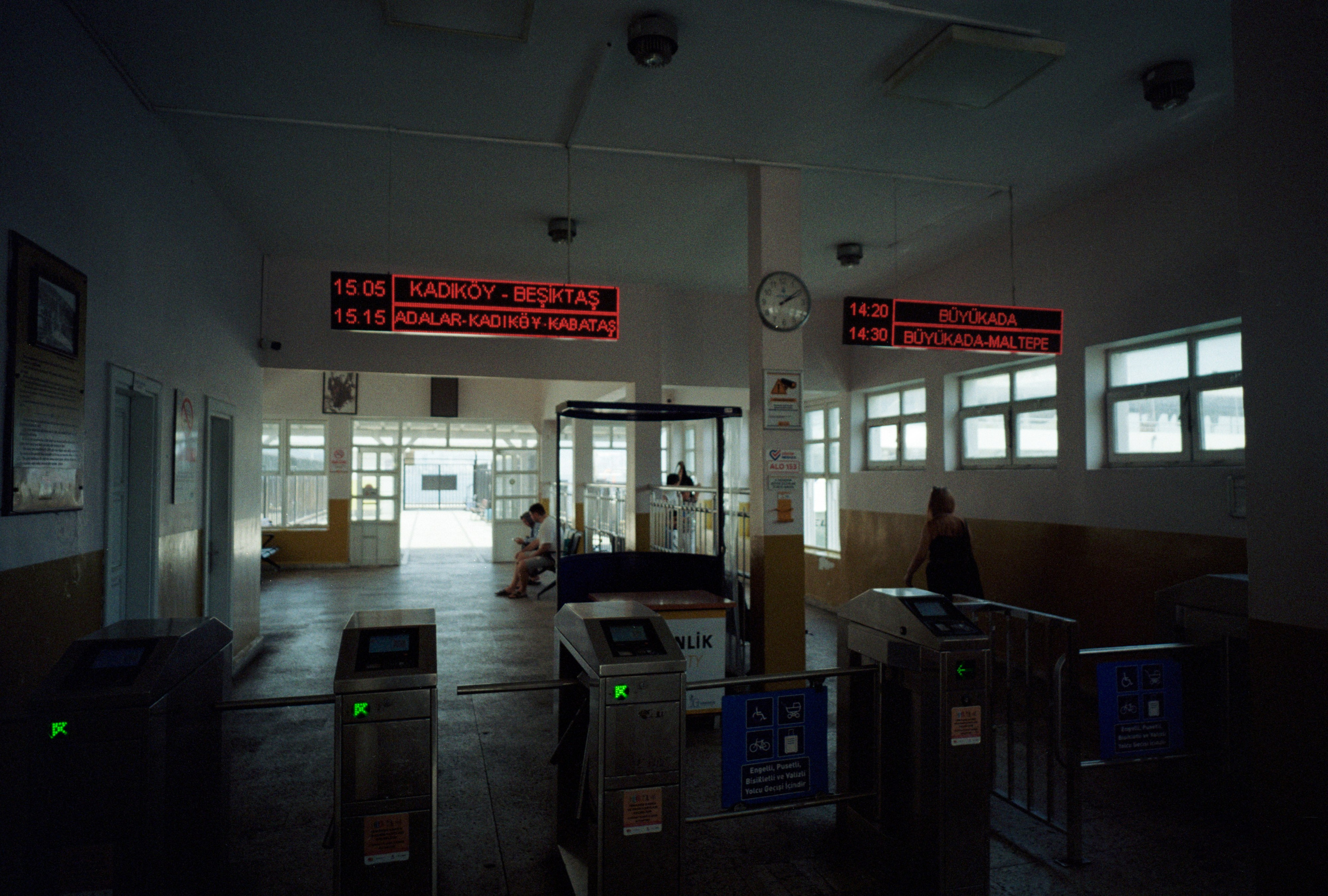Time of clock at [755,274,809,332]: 12:09
